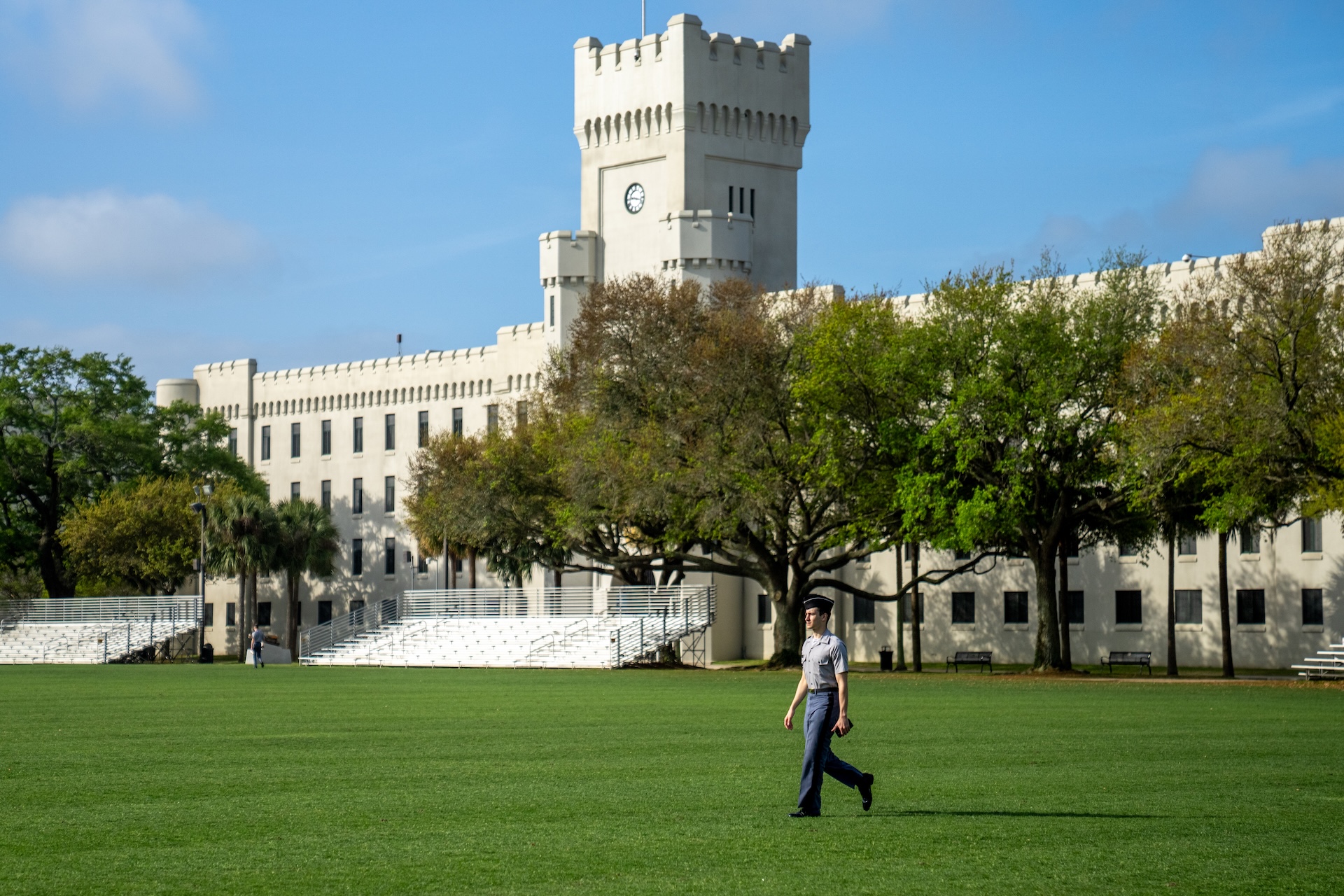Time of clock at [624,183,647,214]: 9:17
